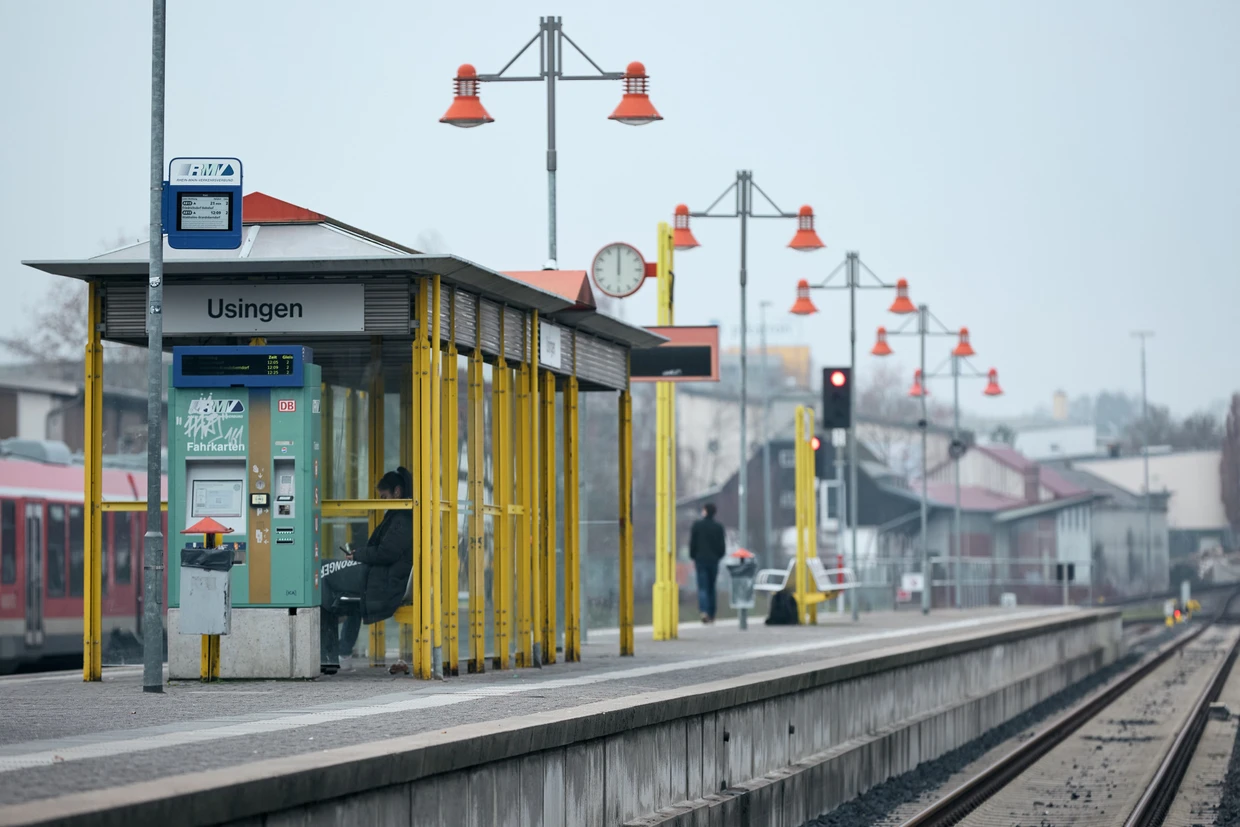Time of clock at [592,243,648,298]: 12:00
